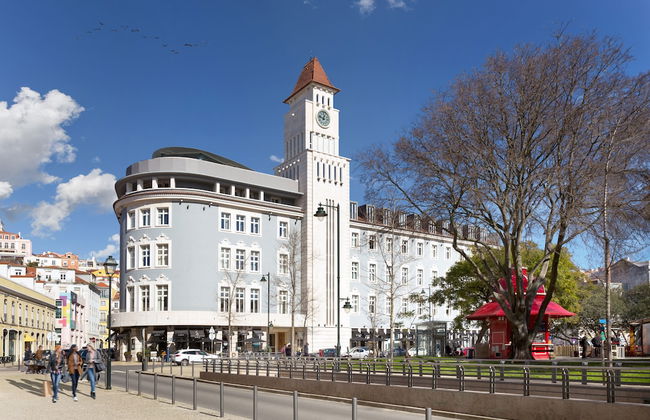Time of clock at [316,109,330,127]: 12:47
